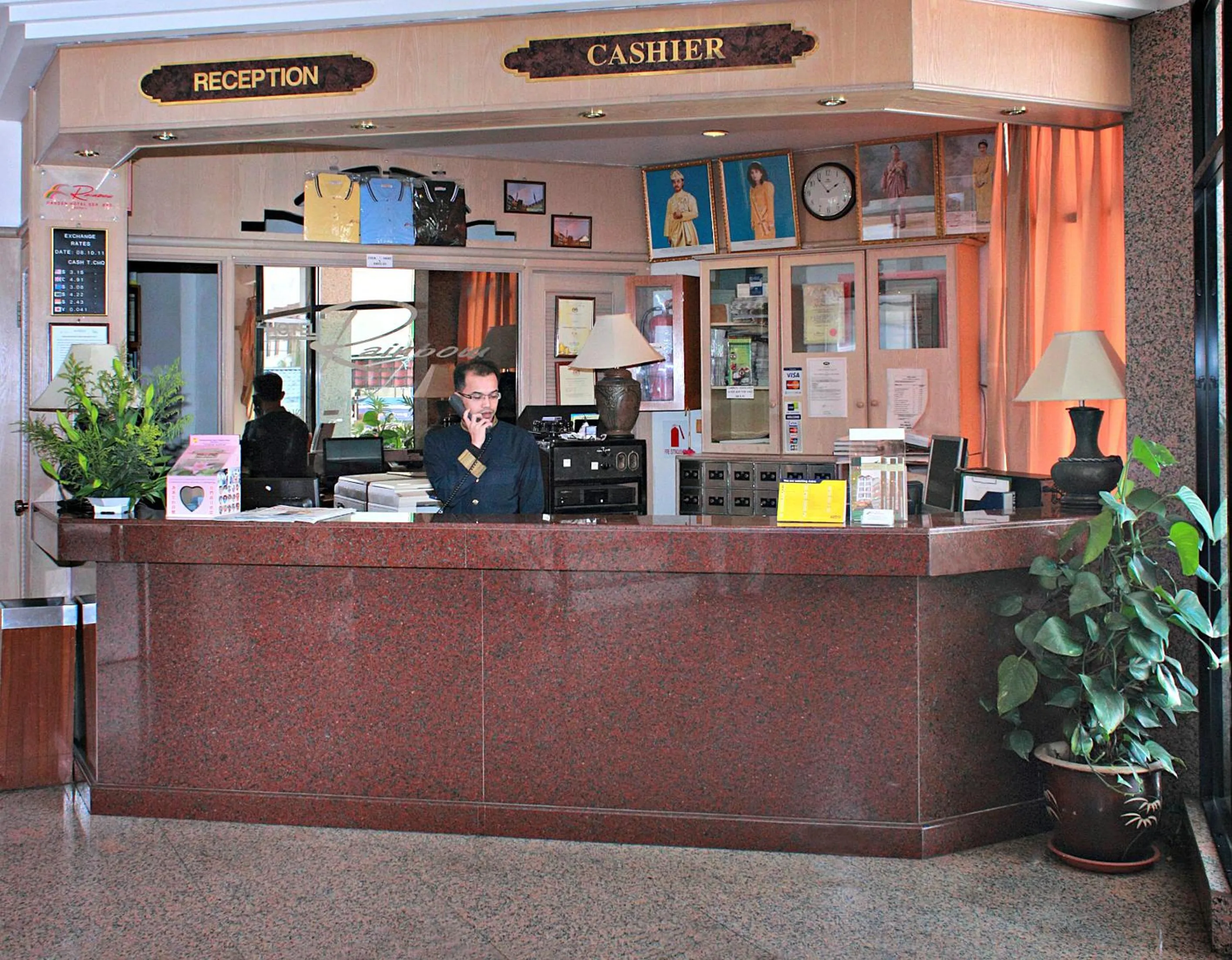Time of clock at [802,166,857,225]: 1:53
